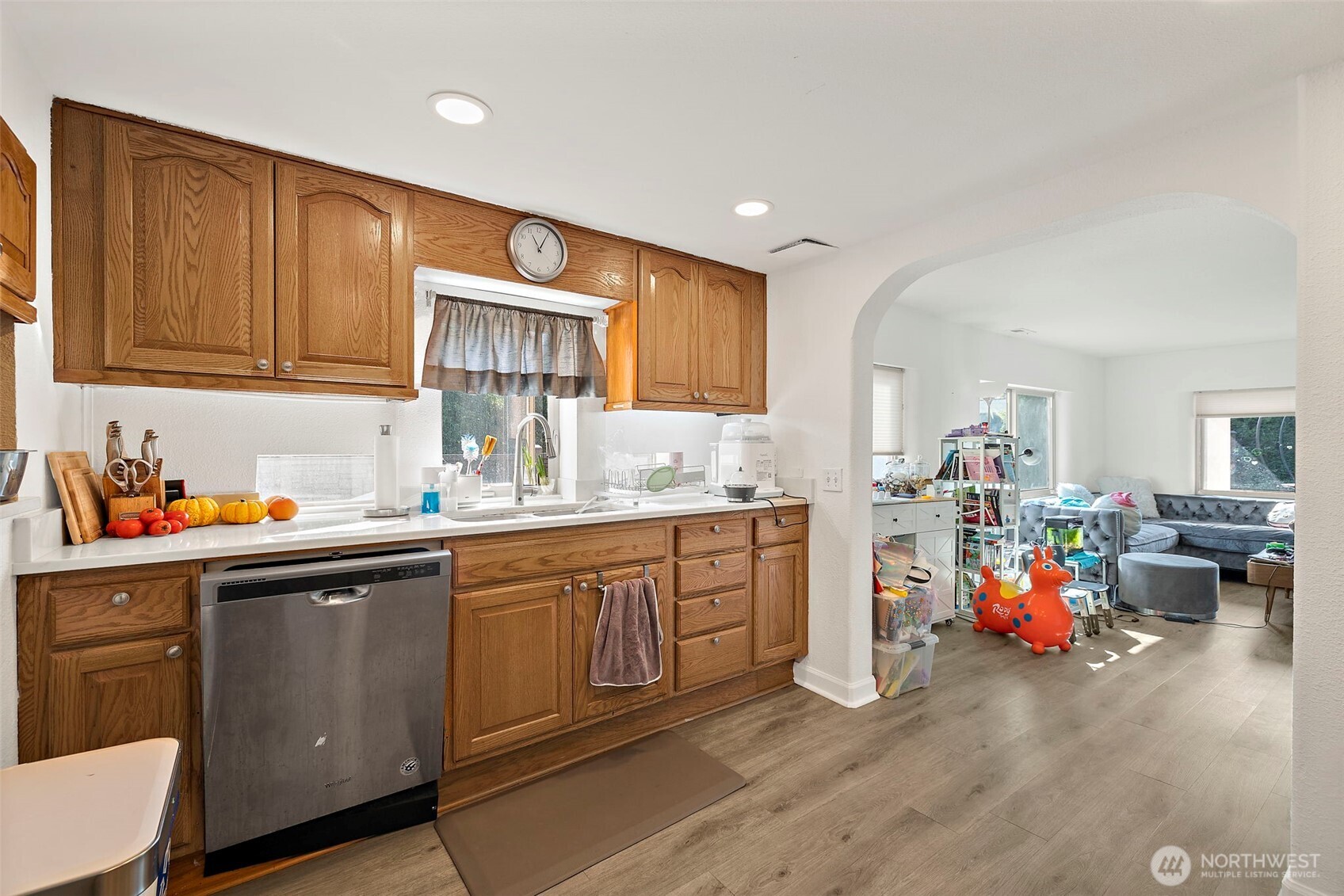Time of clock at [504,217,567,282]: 11:04
